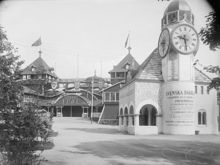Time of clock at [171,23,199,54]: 9:28
